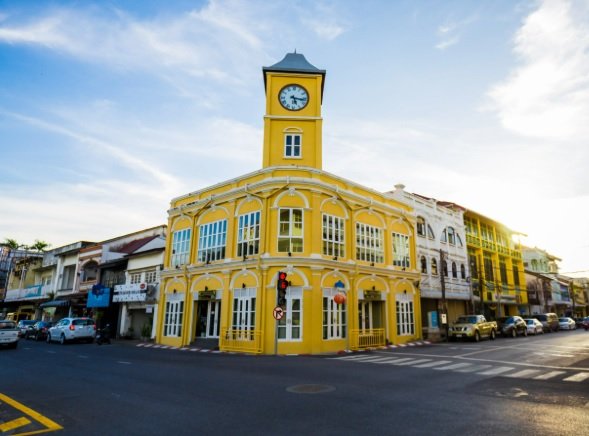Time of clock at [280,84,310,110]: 5:16
